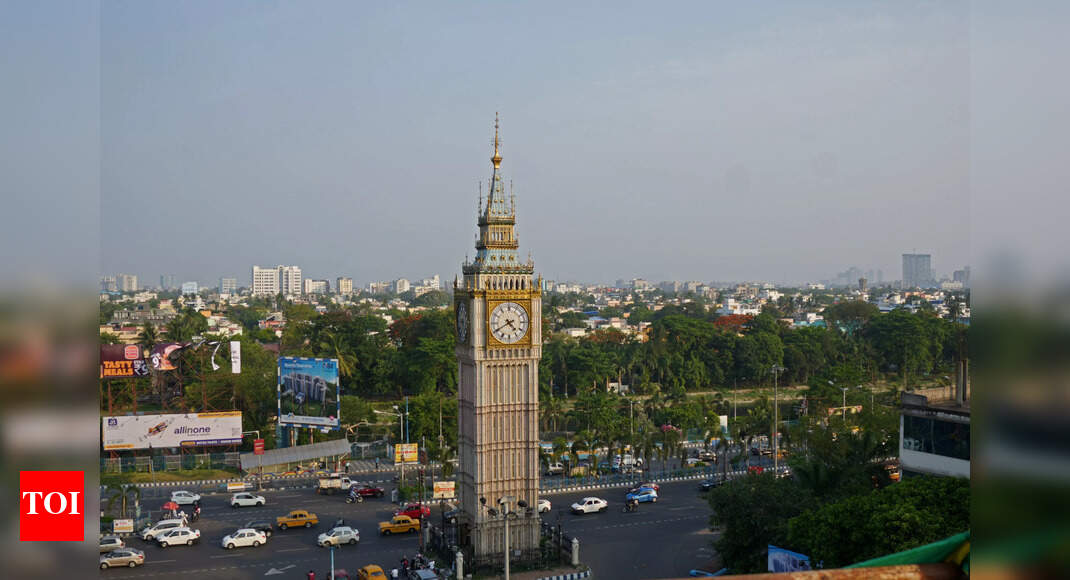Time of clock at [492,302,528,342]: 4:40
